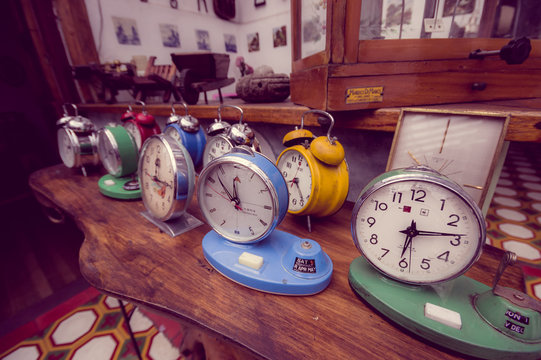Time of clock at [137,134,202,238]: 11:52
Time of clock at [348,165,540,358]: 6:13
